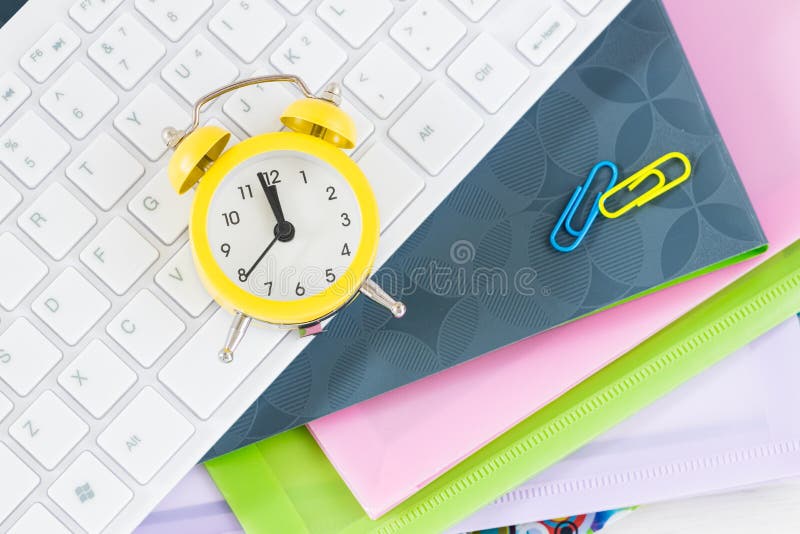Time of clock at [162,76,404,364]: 11:58
